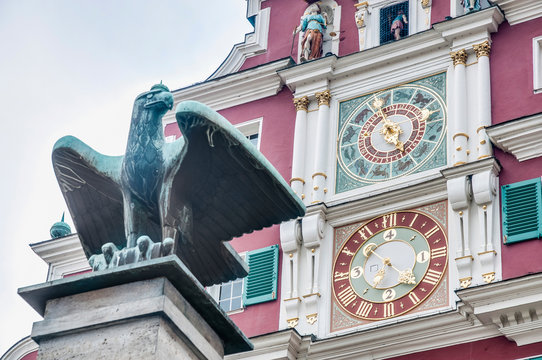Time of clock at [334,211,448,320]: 6:52
